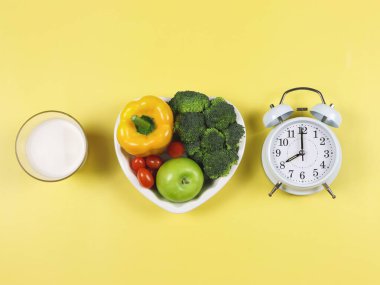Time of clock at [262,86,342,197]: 7:59
